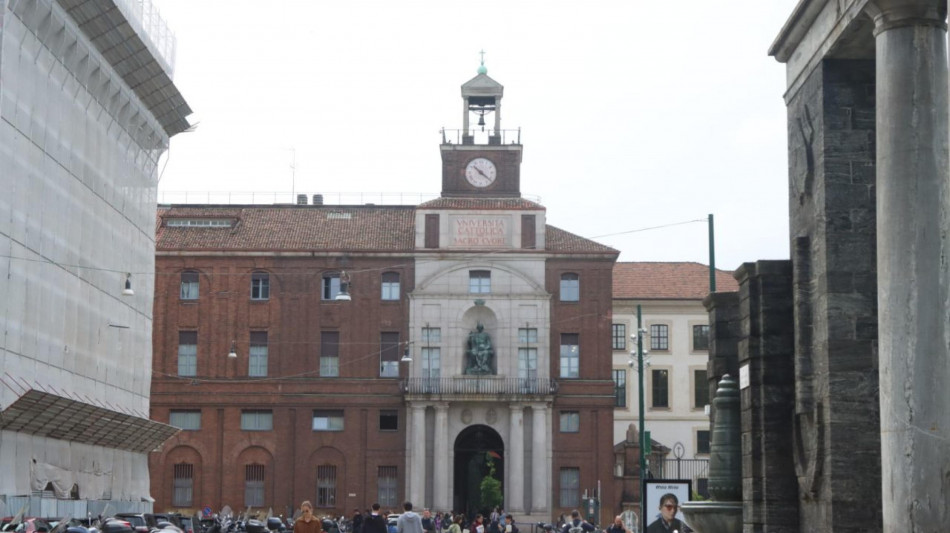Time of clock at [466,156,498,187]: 10:21
